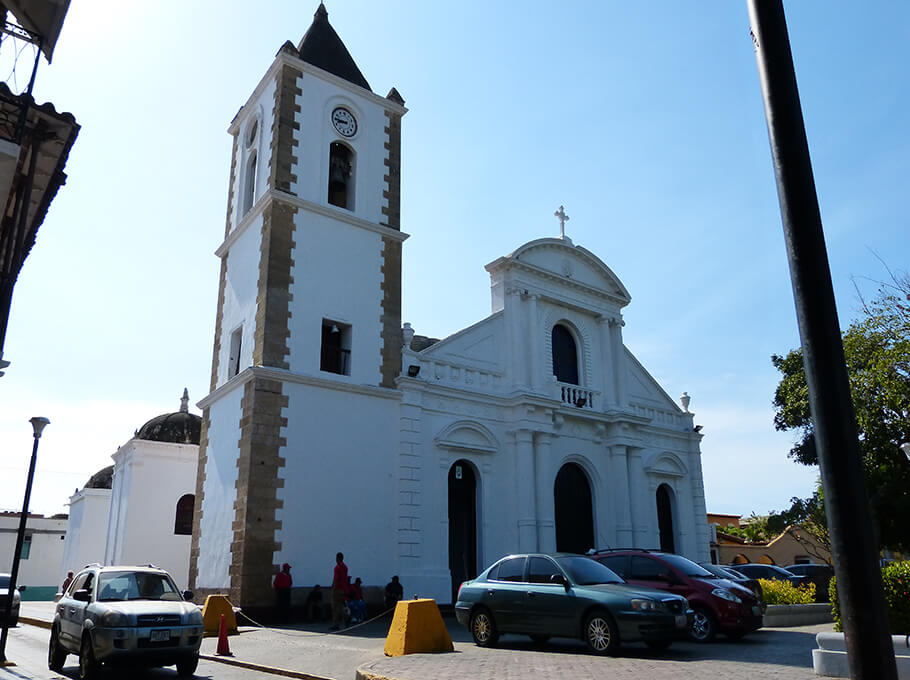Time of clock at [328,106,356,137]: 8:45
